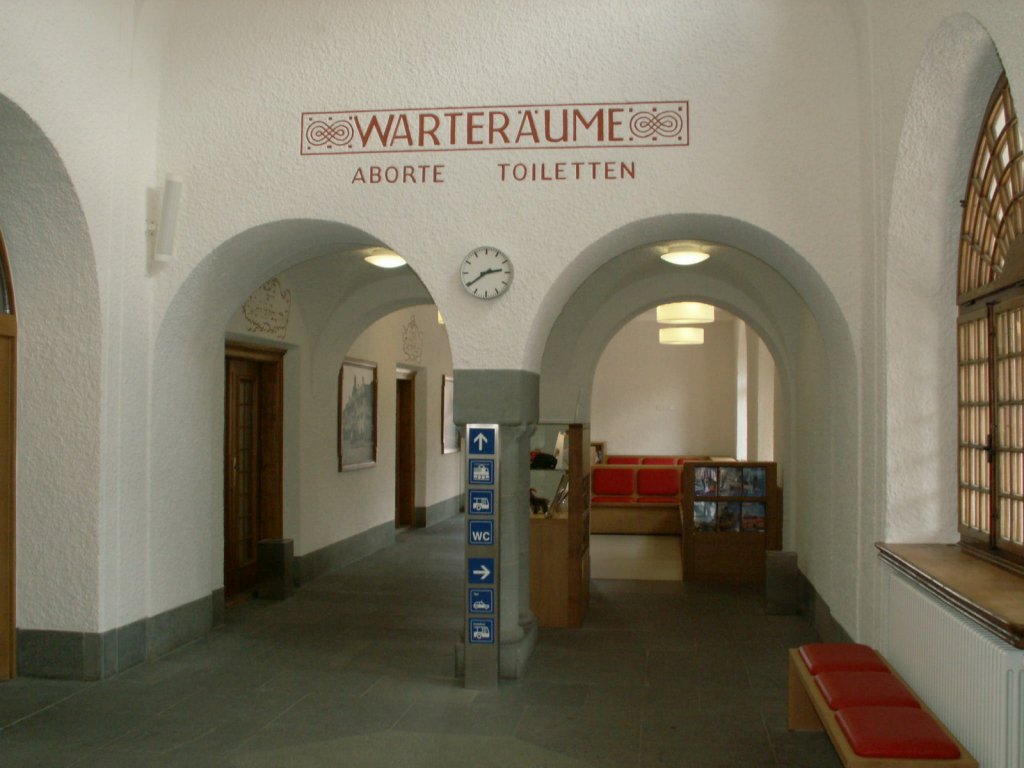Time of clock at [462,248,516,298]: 2:39
